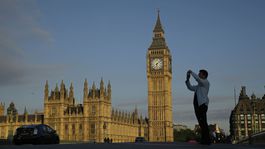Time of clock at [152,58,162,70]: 6:08
